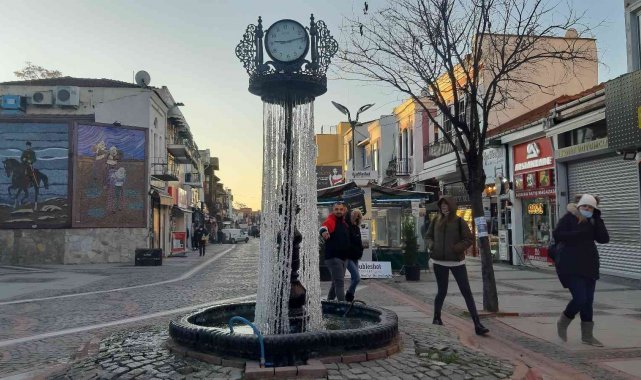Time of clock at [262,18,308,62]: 9:13
